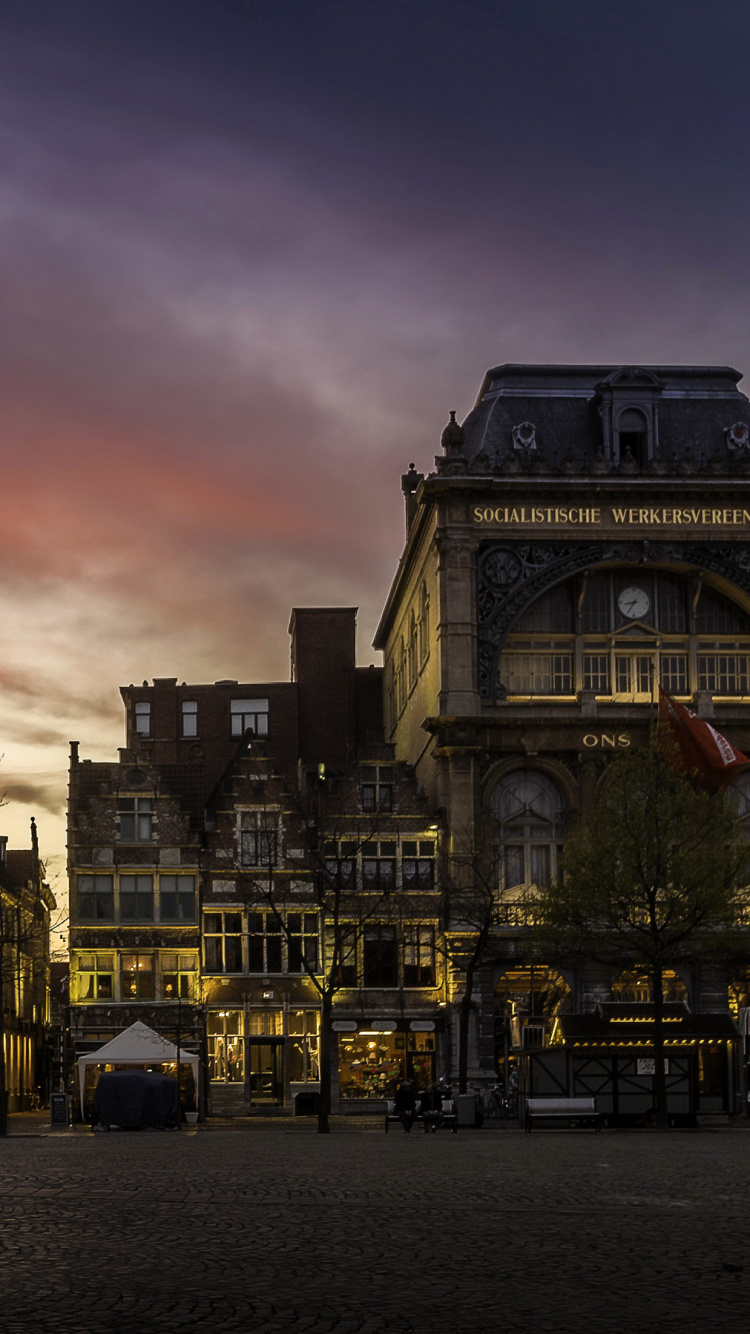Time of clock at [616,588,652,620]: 8:35
